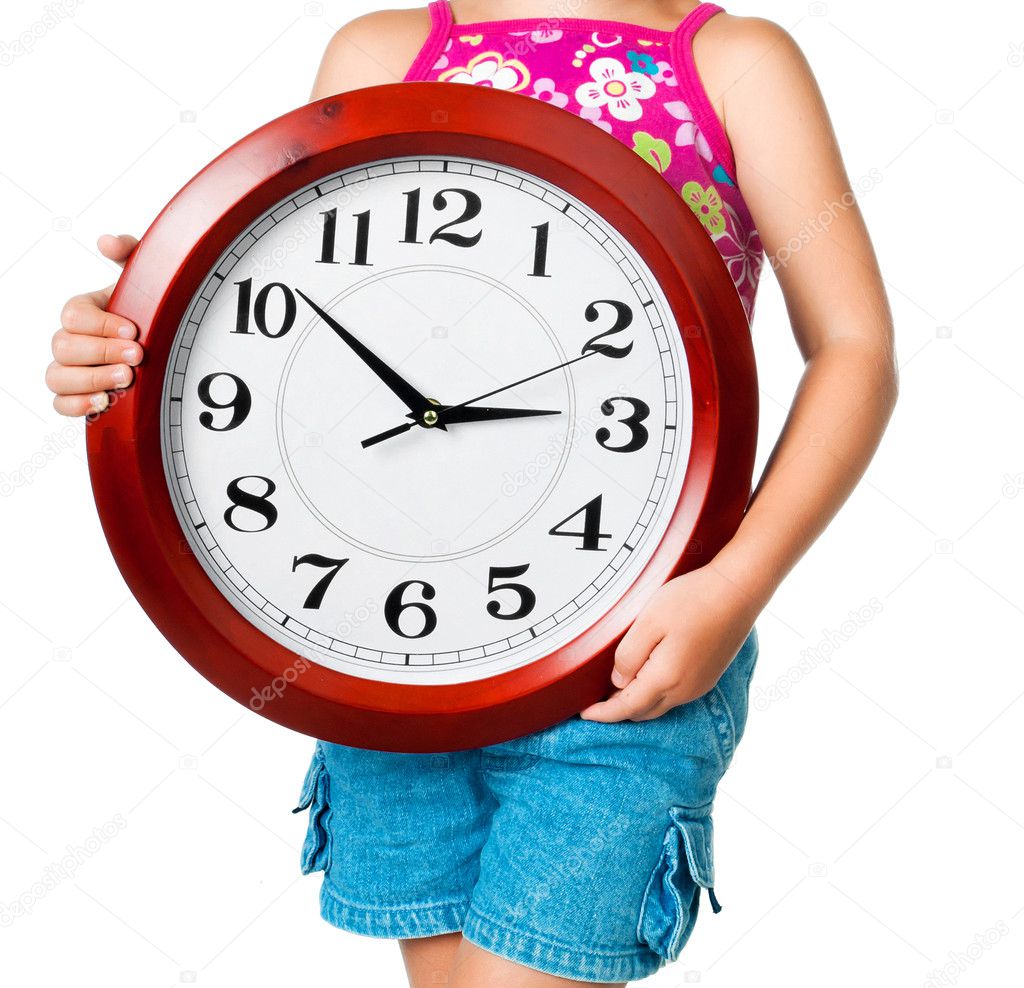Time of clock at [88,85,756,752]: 2:51
